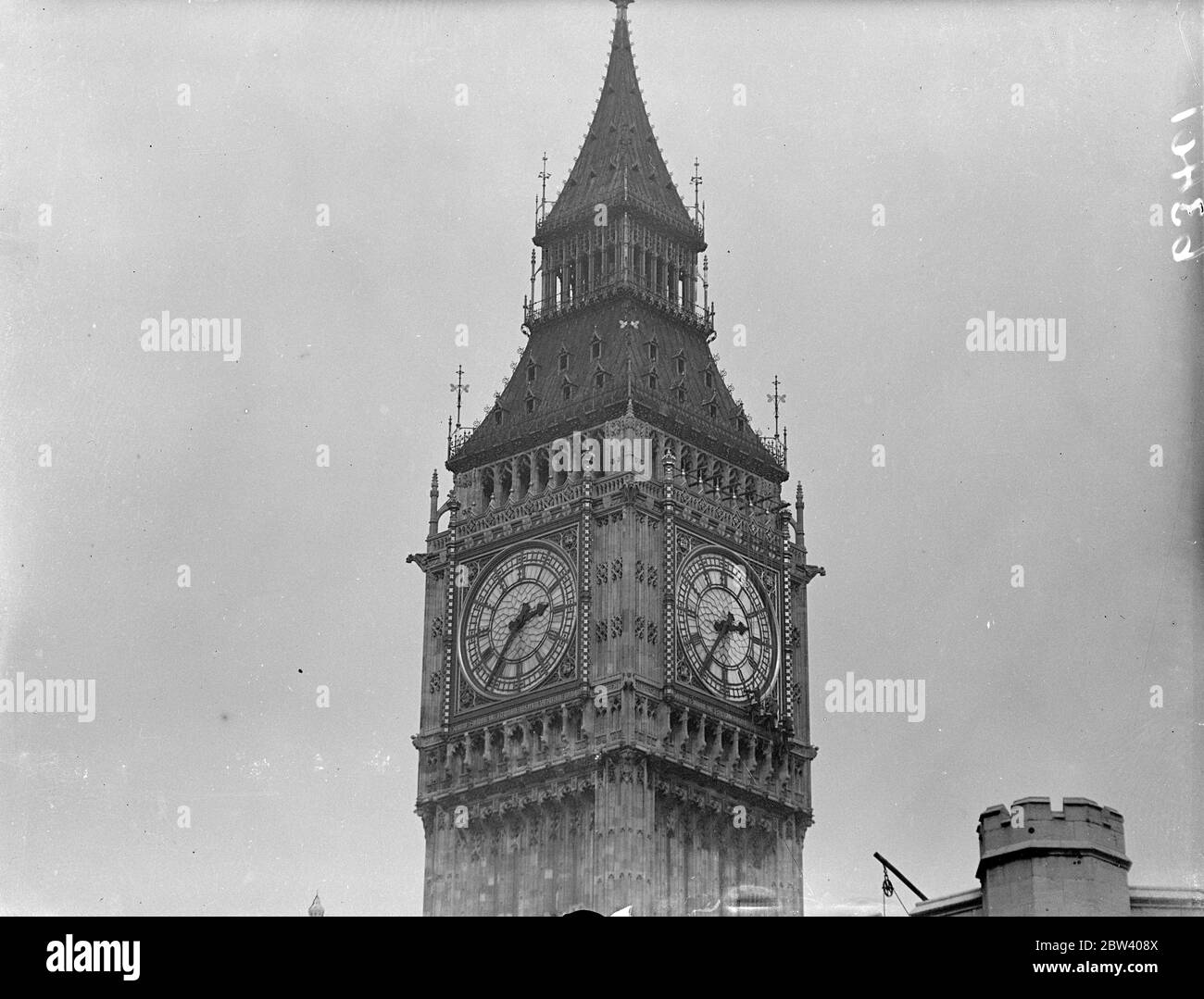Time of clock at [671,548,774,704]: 2:36
